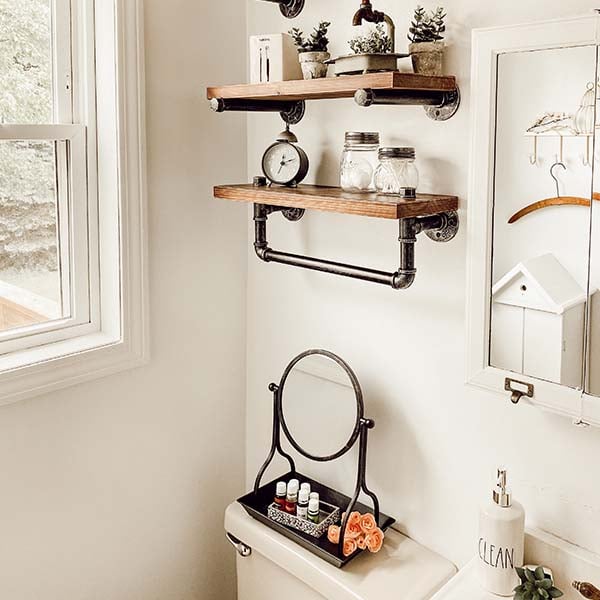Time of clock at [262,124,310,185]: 2:33
